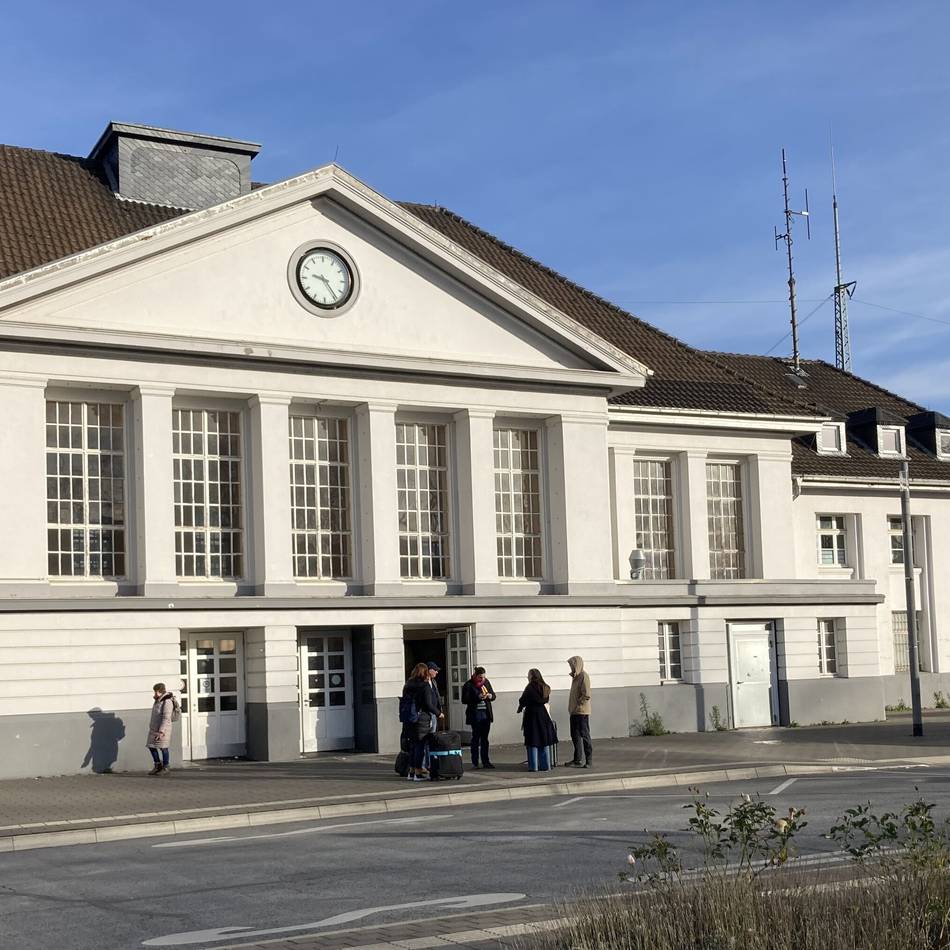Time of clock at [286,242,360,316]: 9:23
